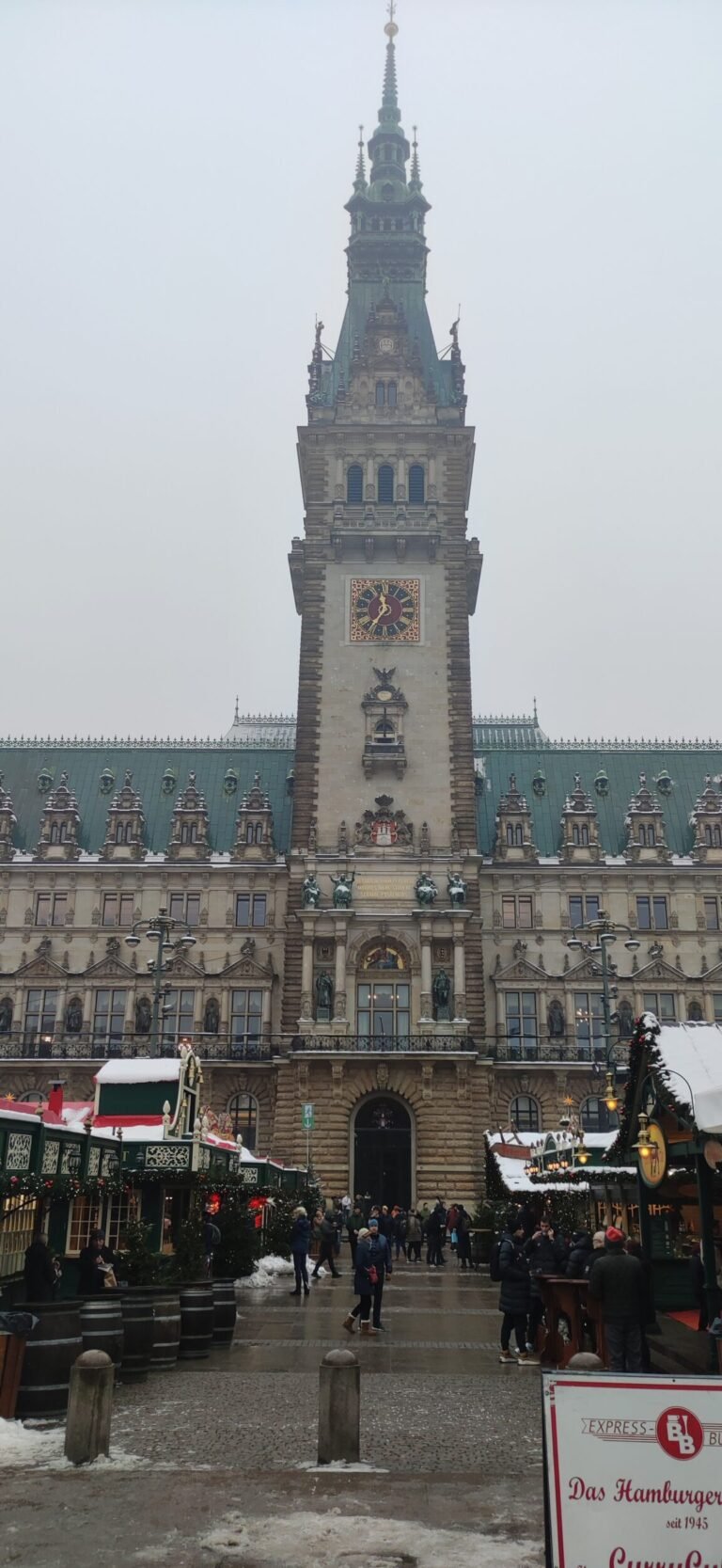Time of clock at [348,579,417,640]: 11:36
